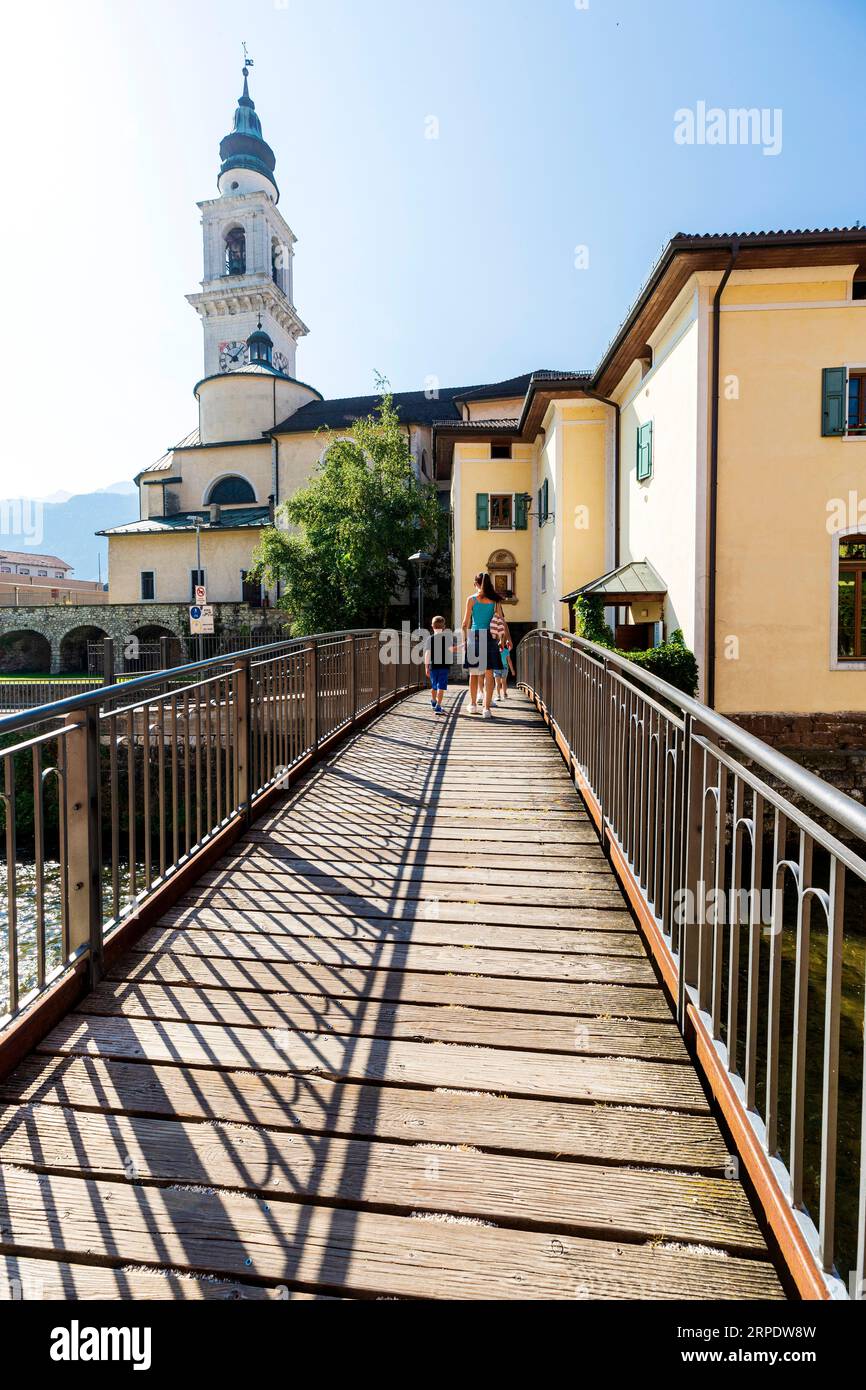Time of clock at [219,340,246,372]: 10:07
